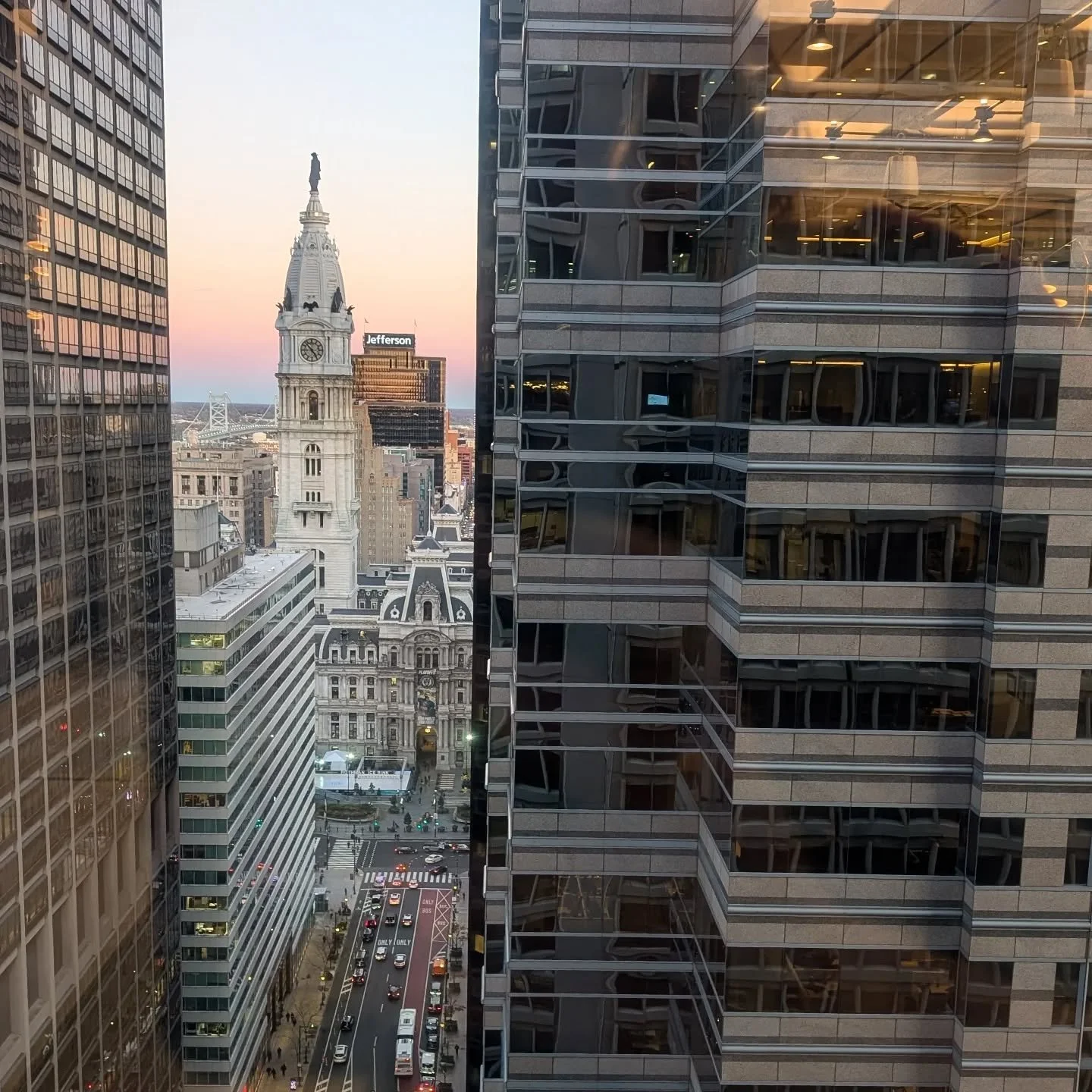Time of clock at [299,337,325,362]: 4:52
